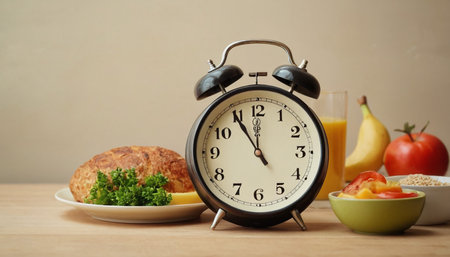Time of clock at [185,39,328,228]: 11:54
